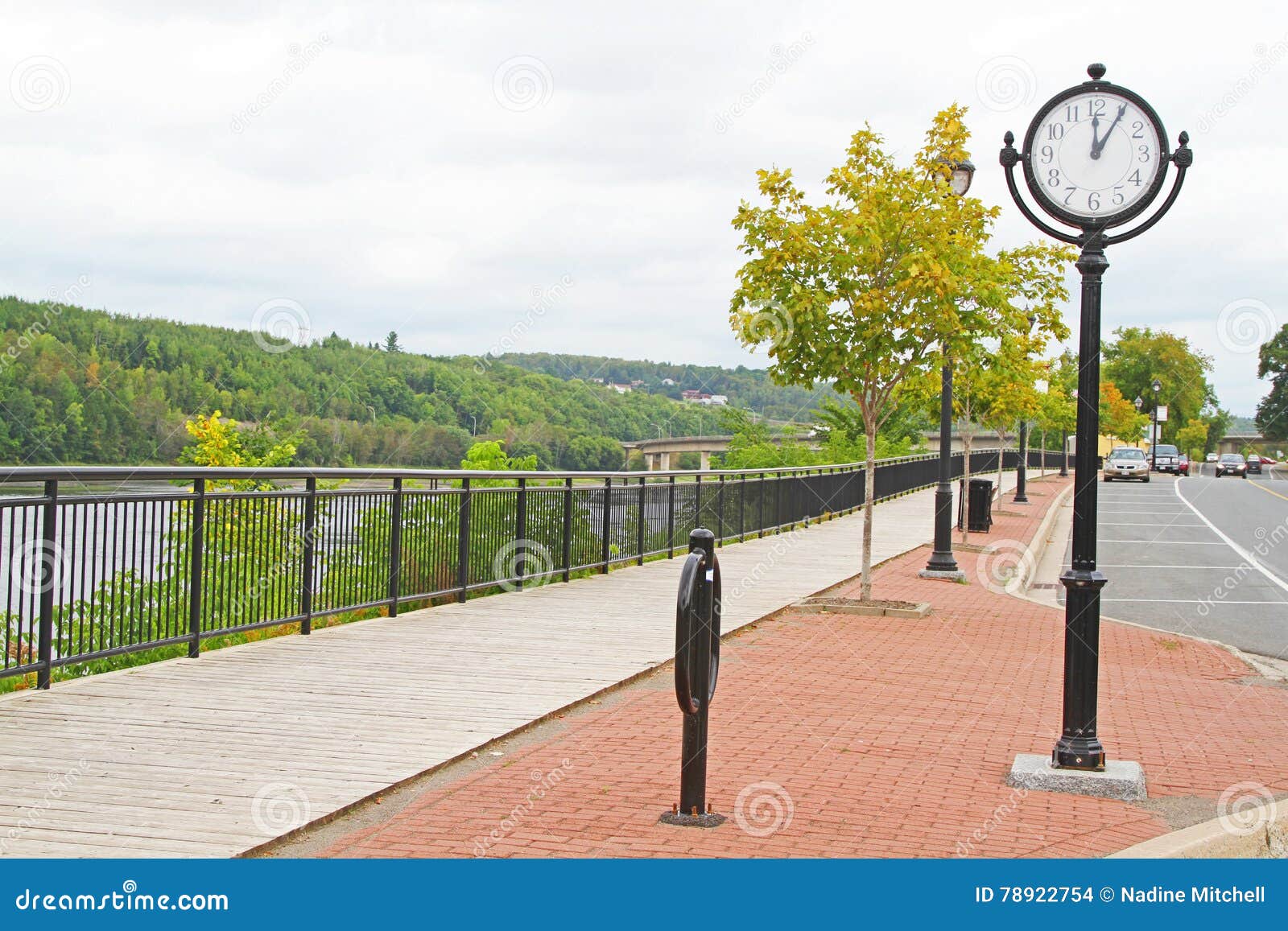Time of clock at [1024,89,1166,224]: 12:05
